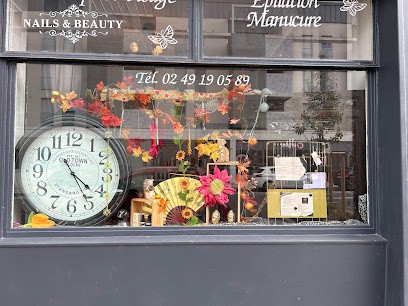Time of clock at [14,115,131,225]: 4:25
